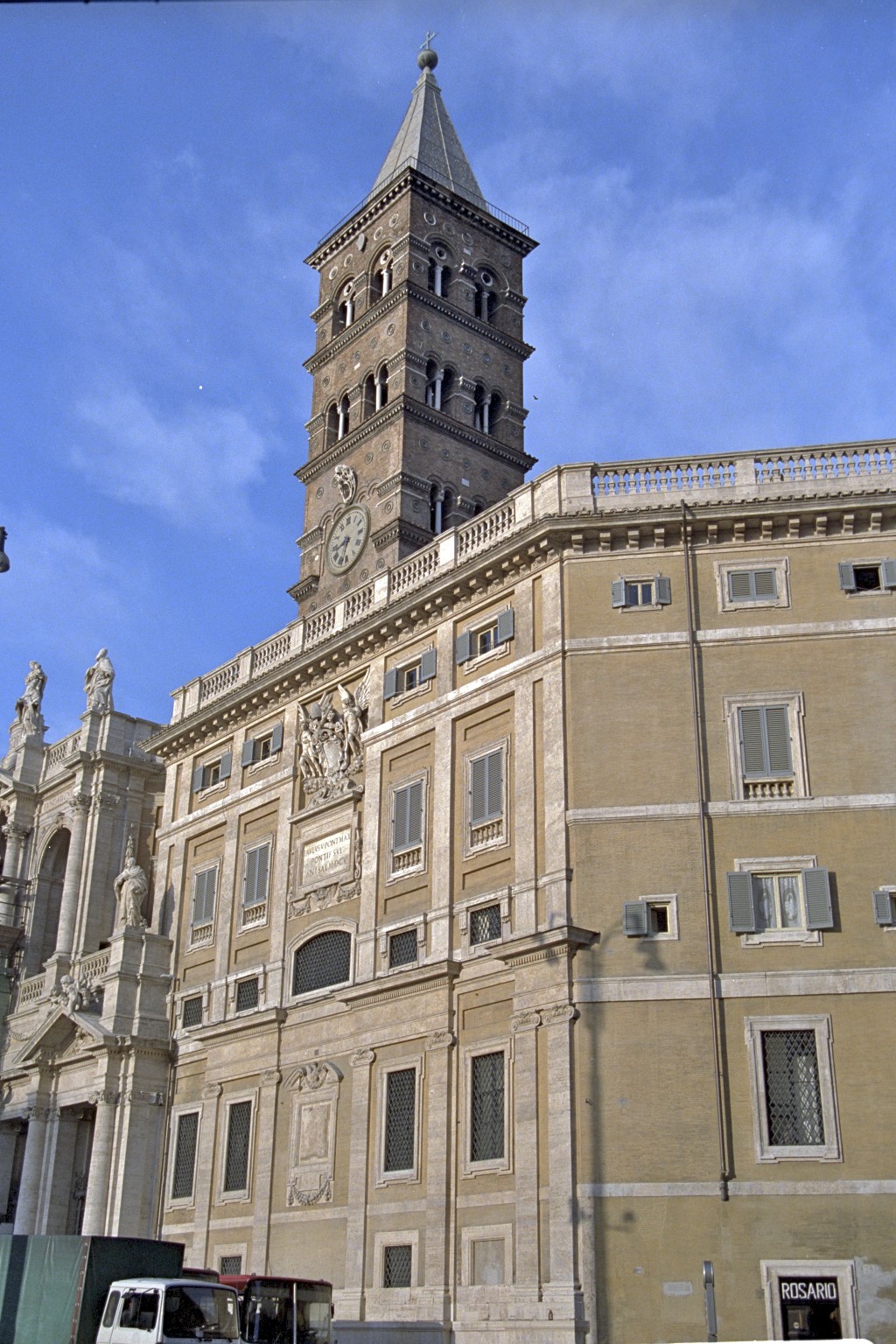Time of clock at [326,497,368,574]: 8:32
